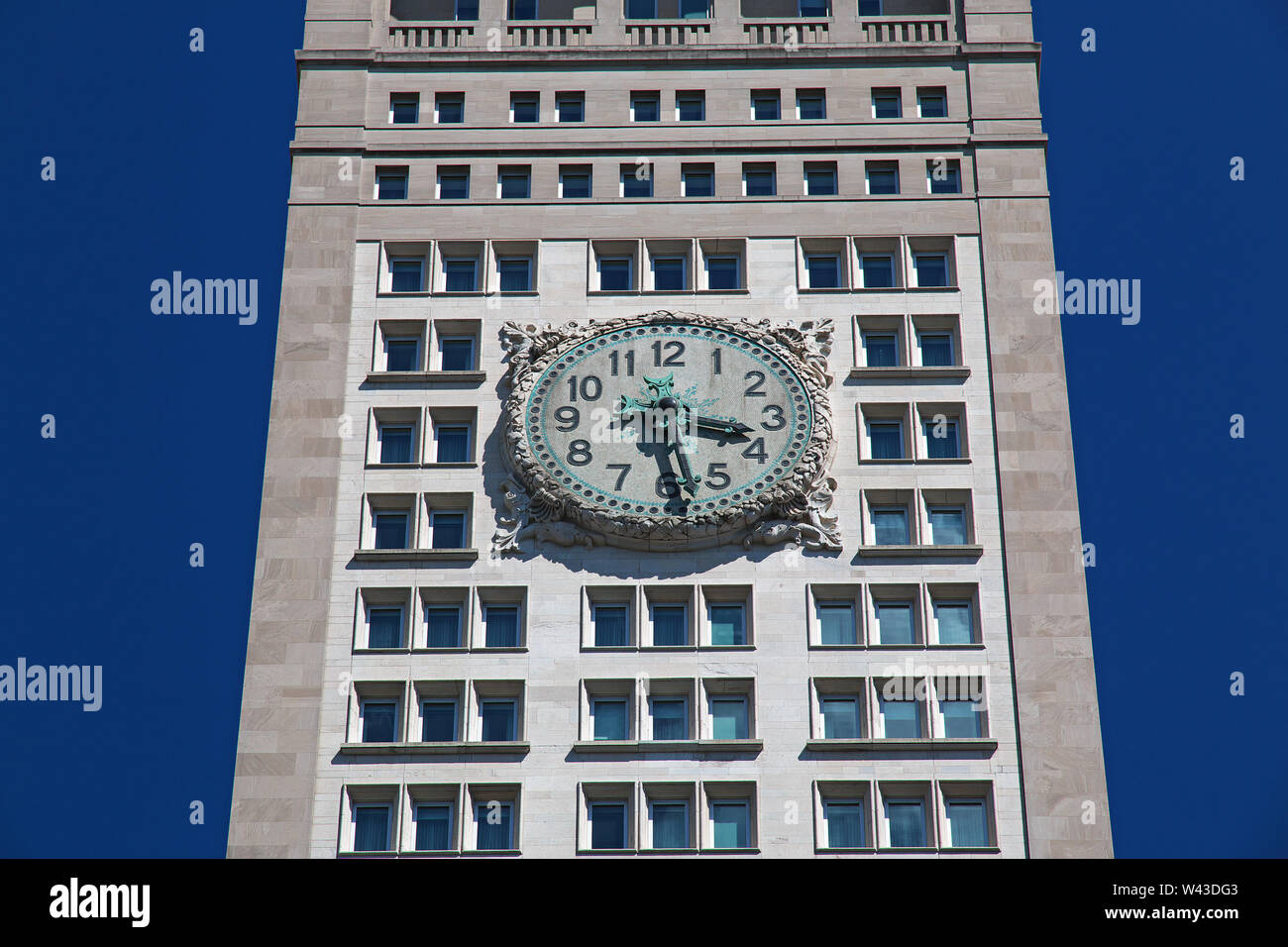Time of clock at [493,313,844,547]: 3:28
